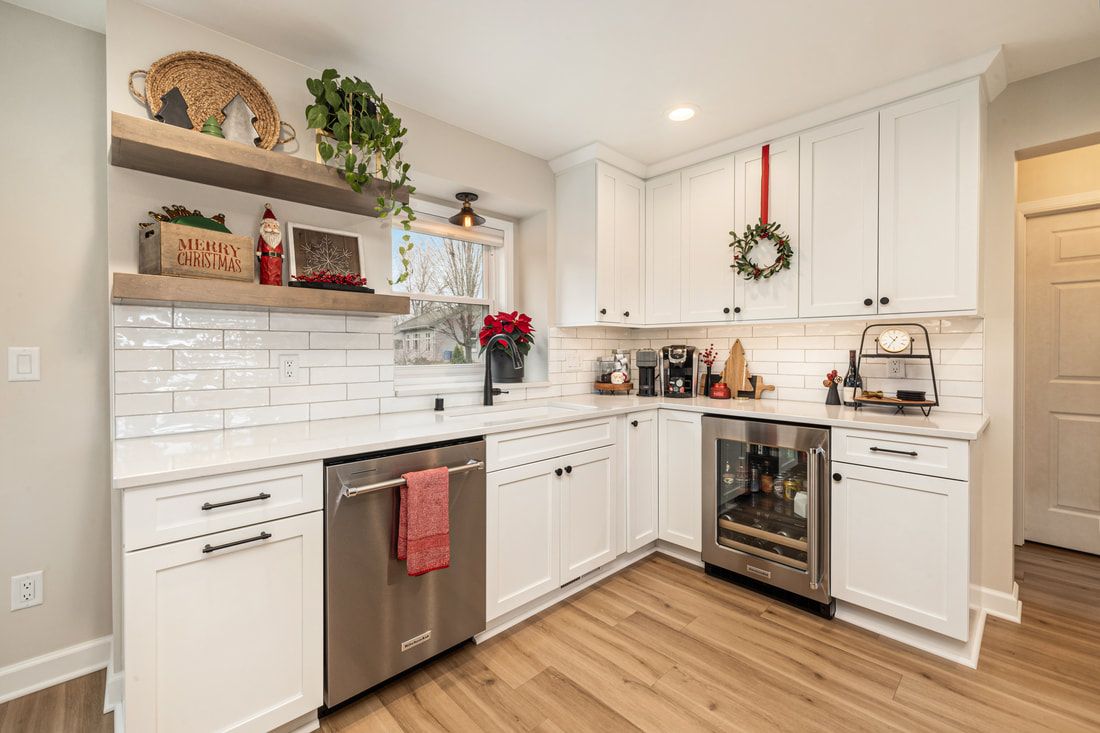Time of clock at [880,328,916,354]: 10:35
